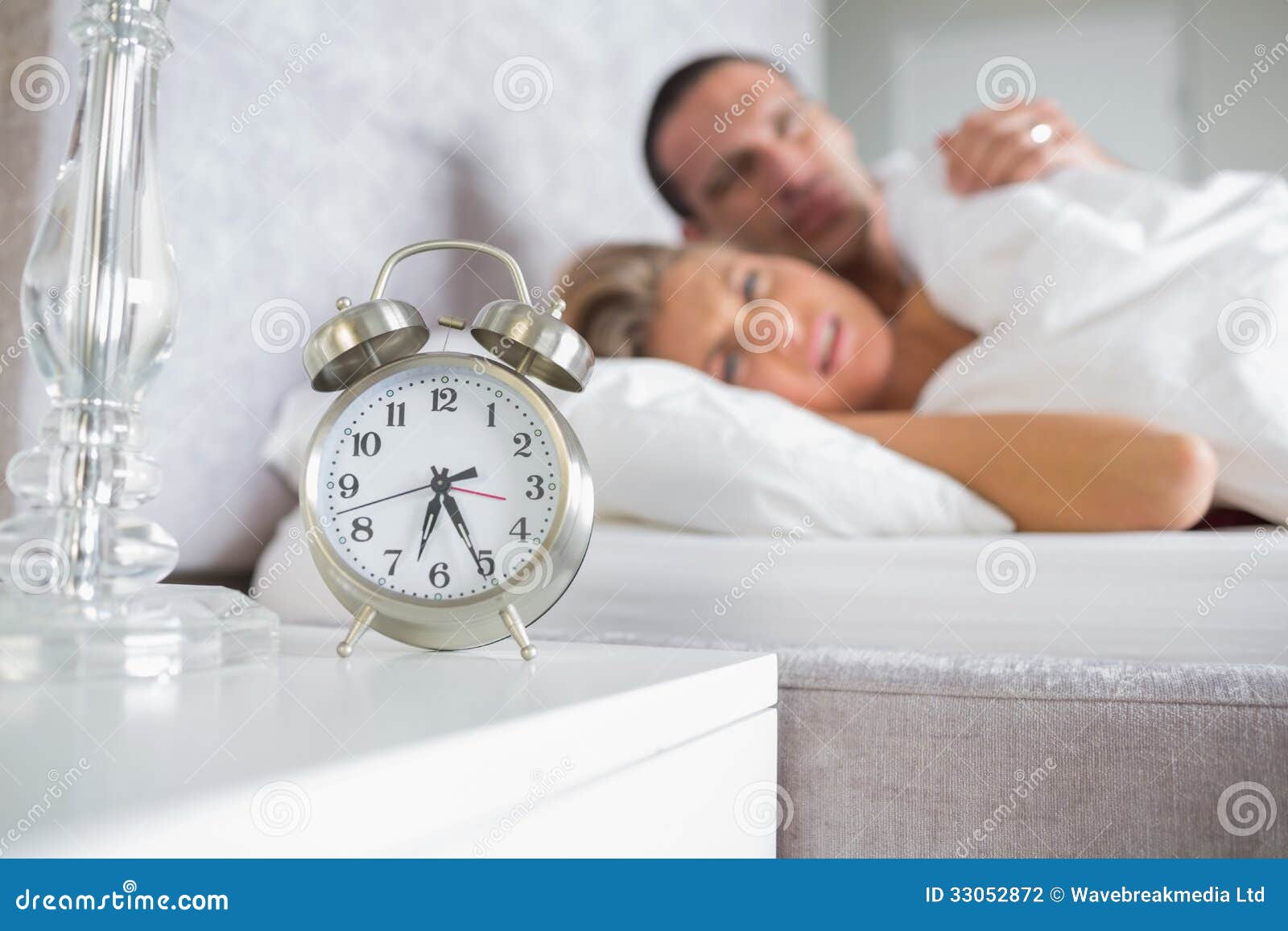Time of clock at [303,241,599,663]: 6:25
